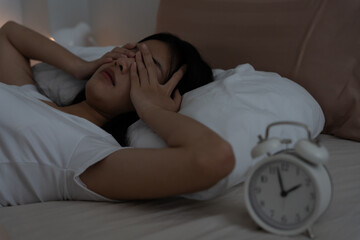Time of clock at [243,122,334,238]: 1:57
